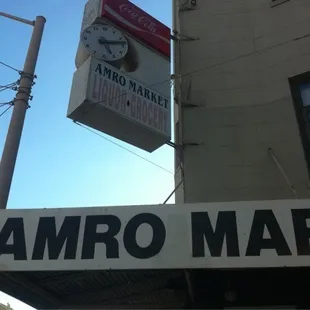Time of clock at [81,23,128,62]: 5:12
